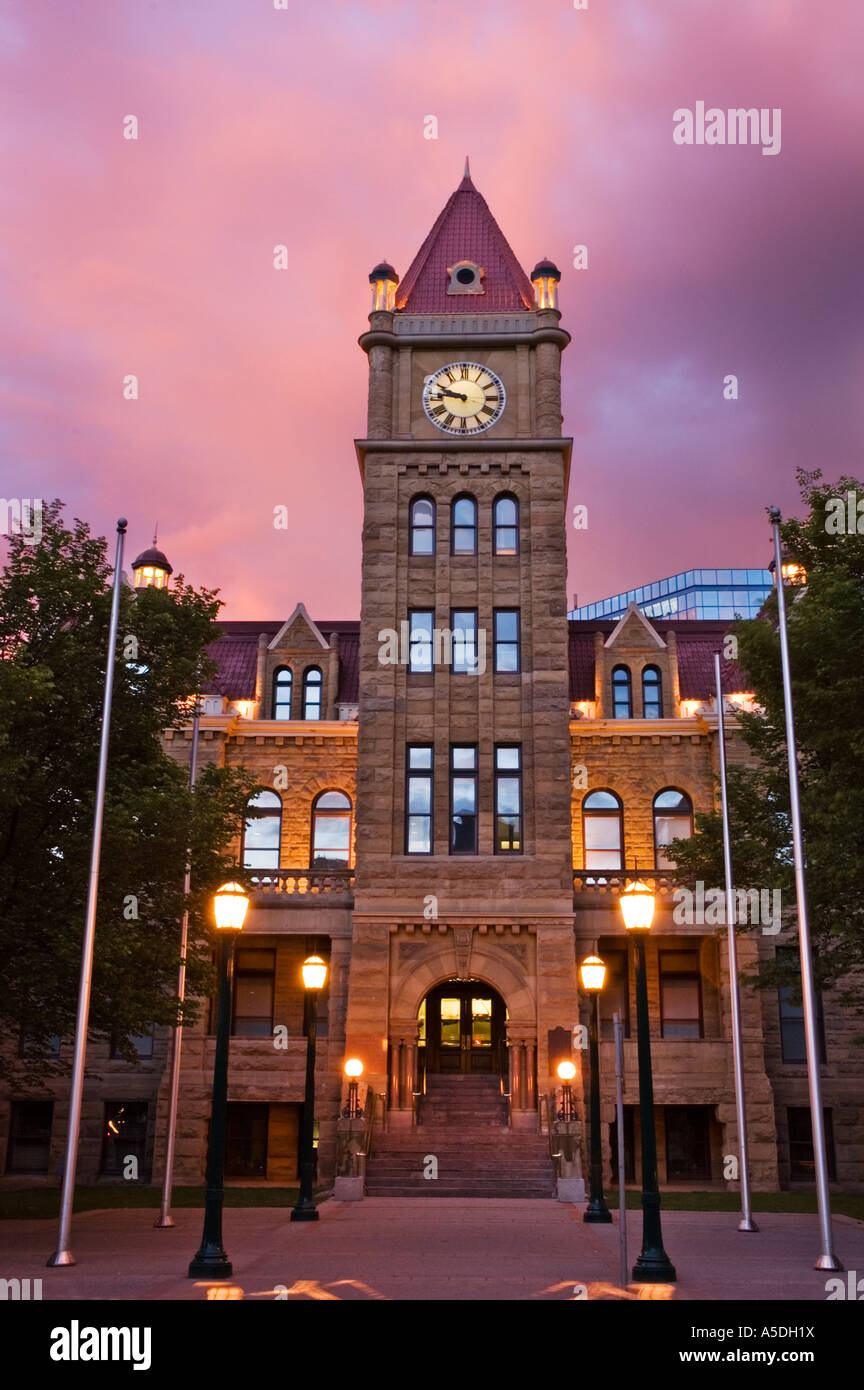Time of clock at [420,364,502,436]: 9:45
